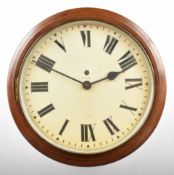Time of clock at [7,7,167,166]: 1:49
